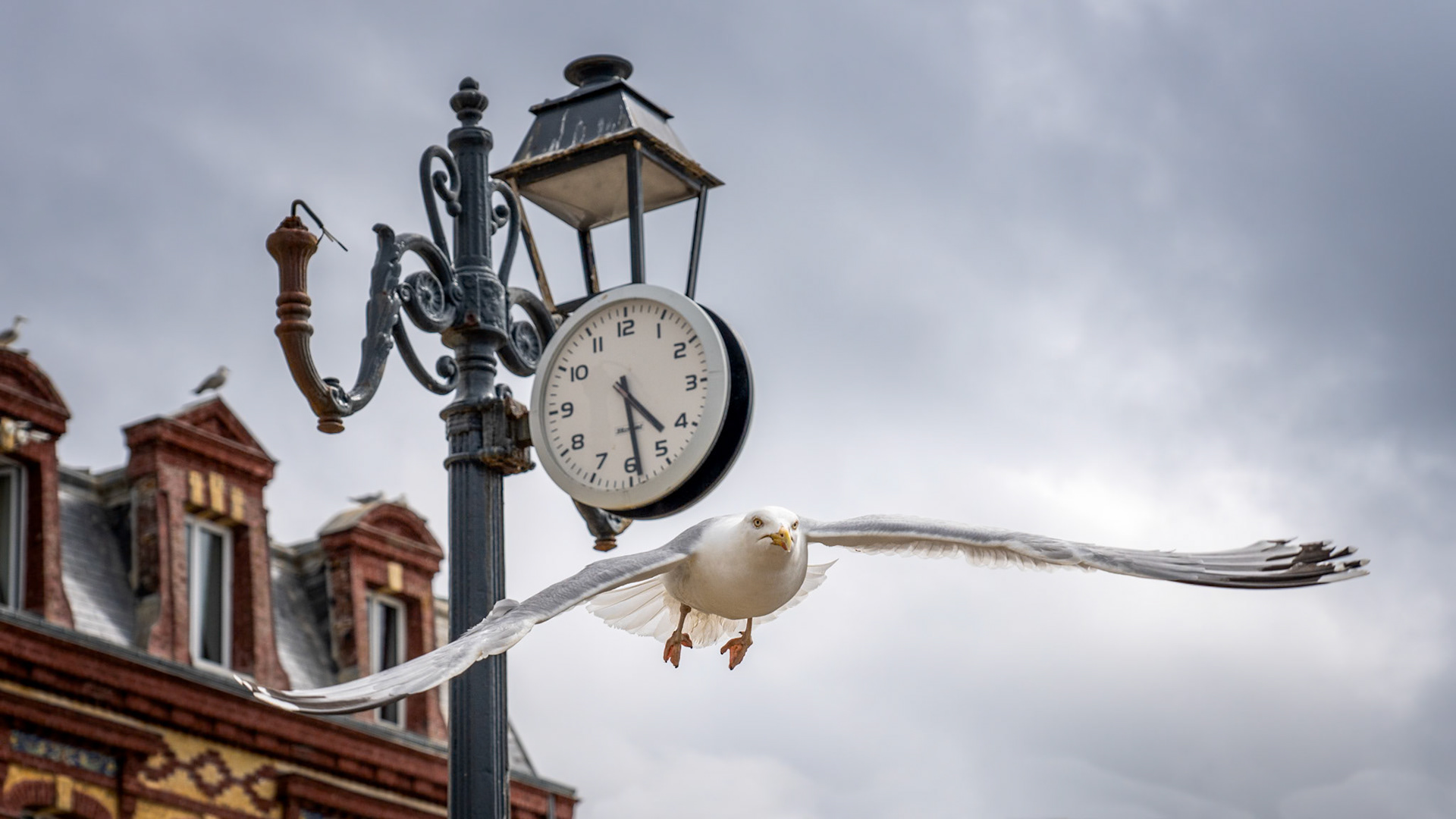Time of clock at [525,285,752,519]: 4:28
